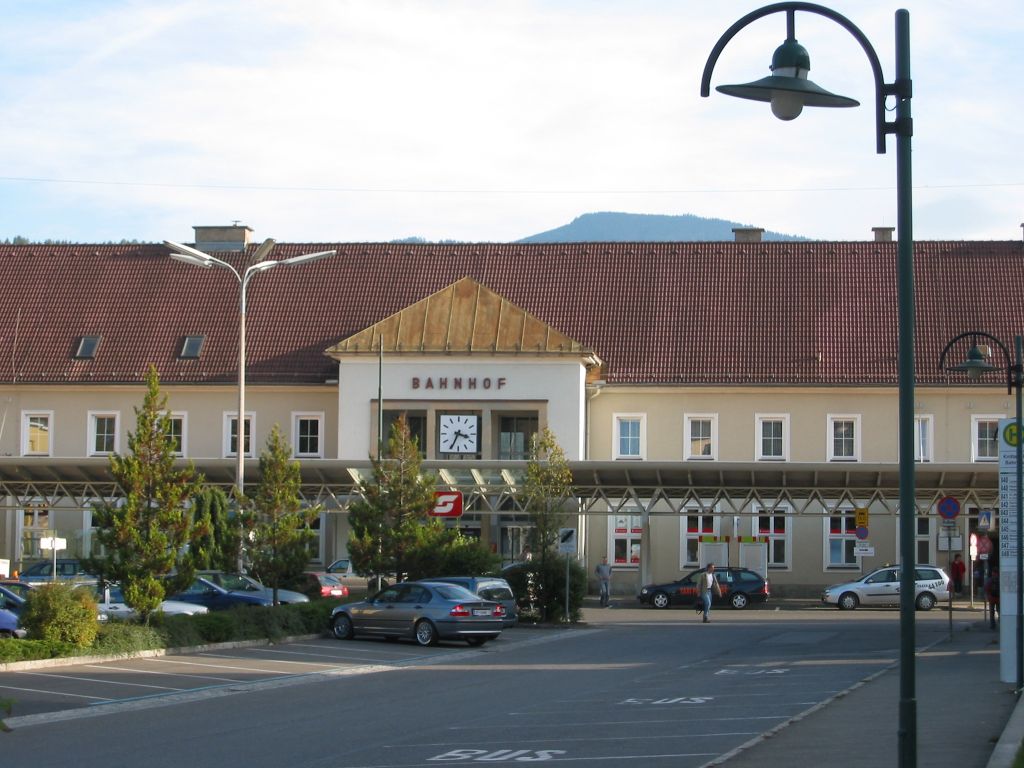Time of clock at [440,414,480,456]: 3:34
